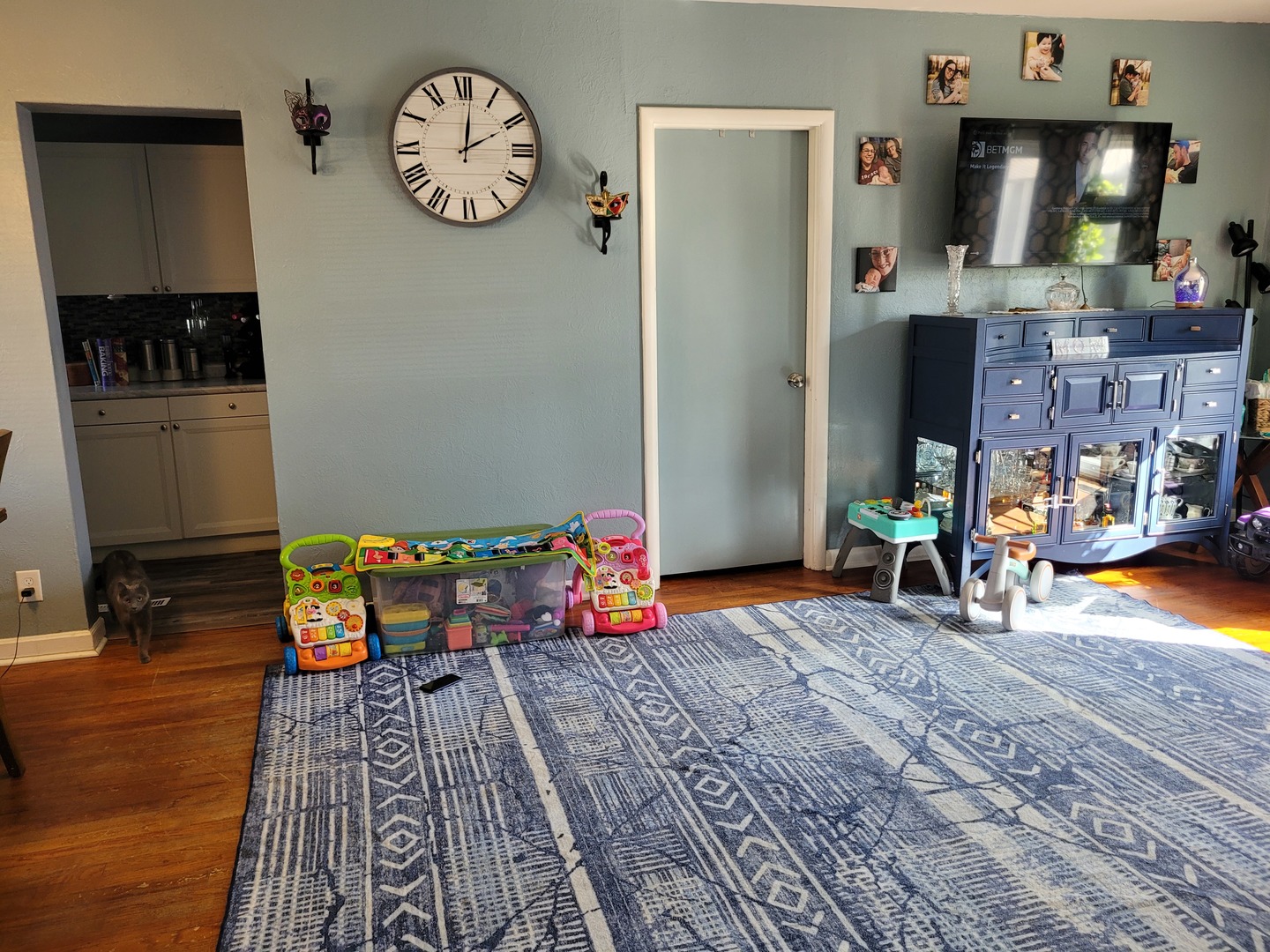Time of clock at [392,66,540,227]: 2:01
